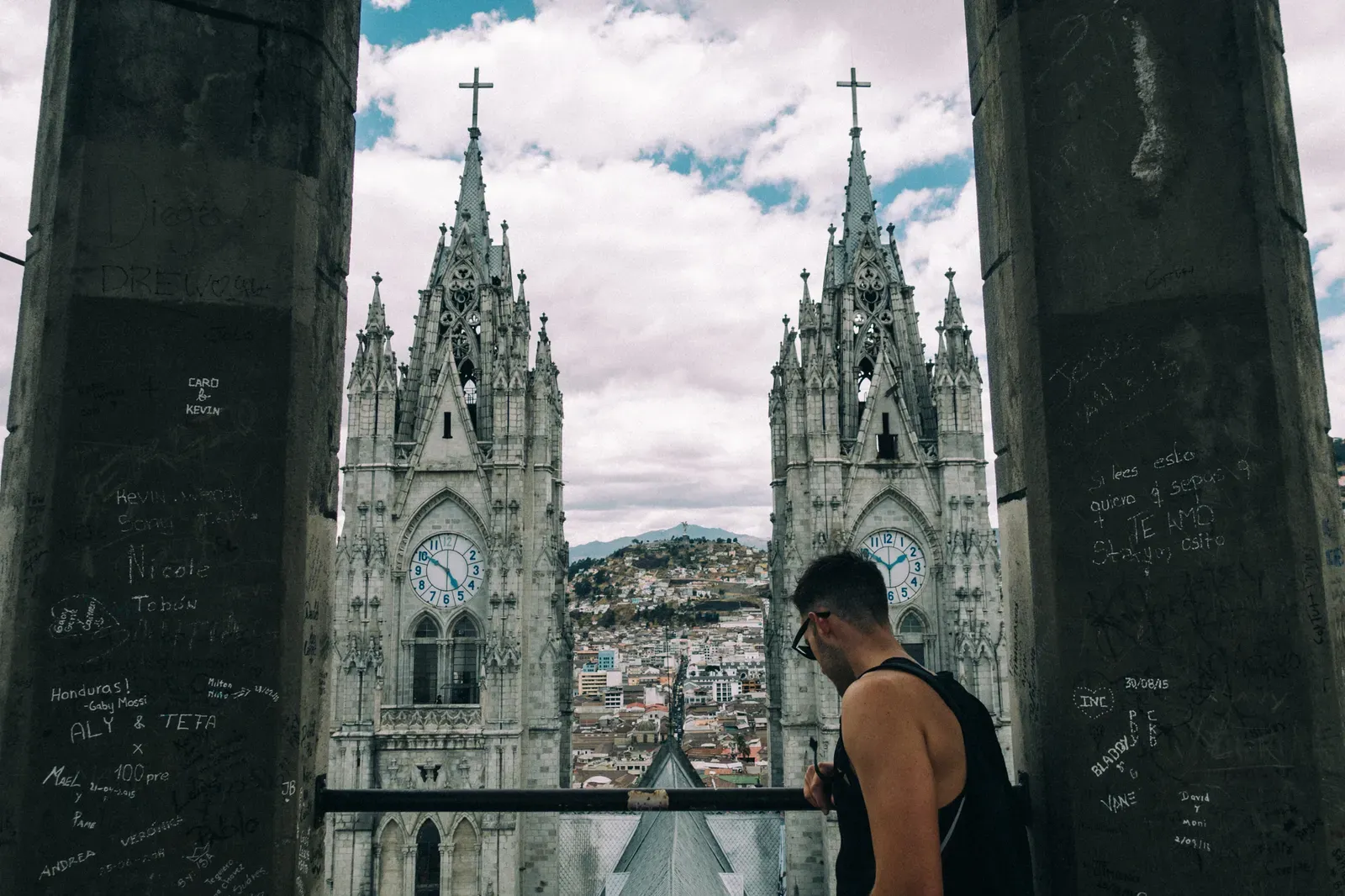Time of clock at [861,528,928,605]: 1:50
